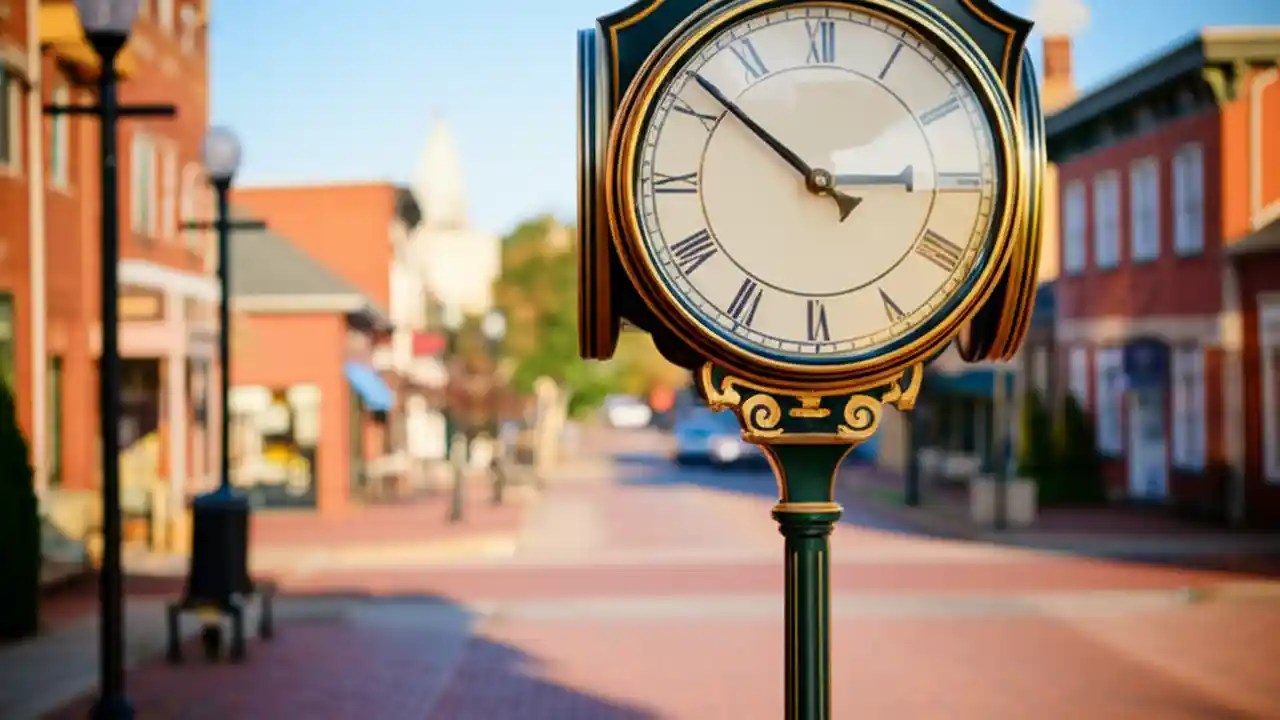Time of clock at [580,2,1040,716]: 2:51
